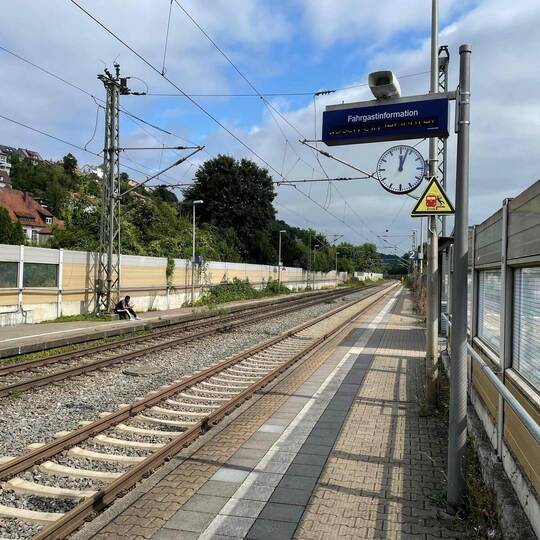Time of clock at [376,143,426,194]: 12:03
